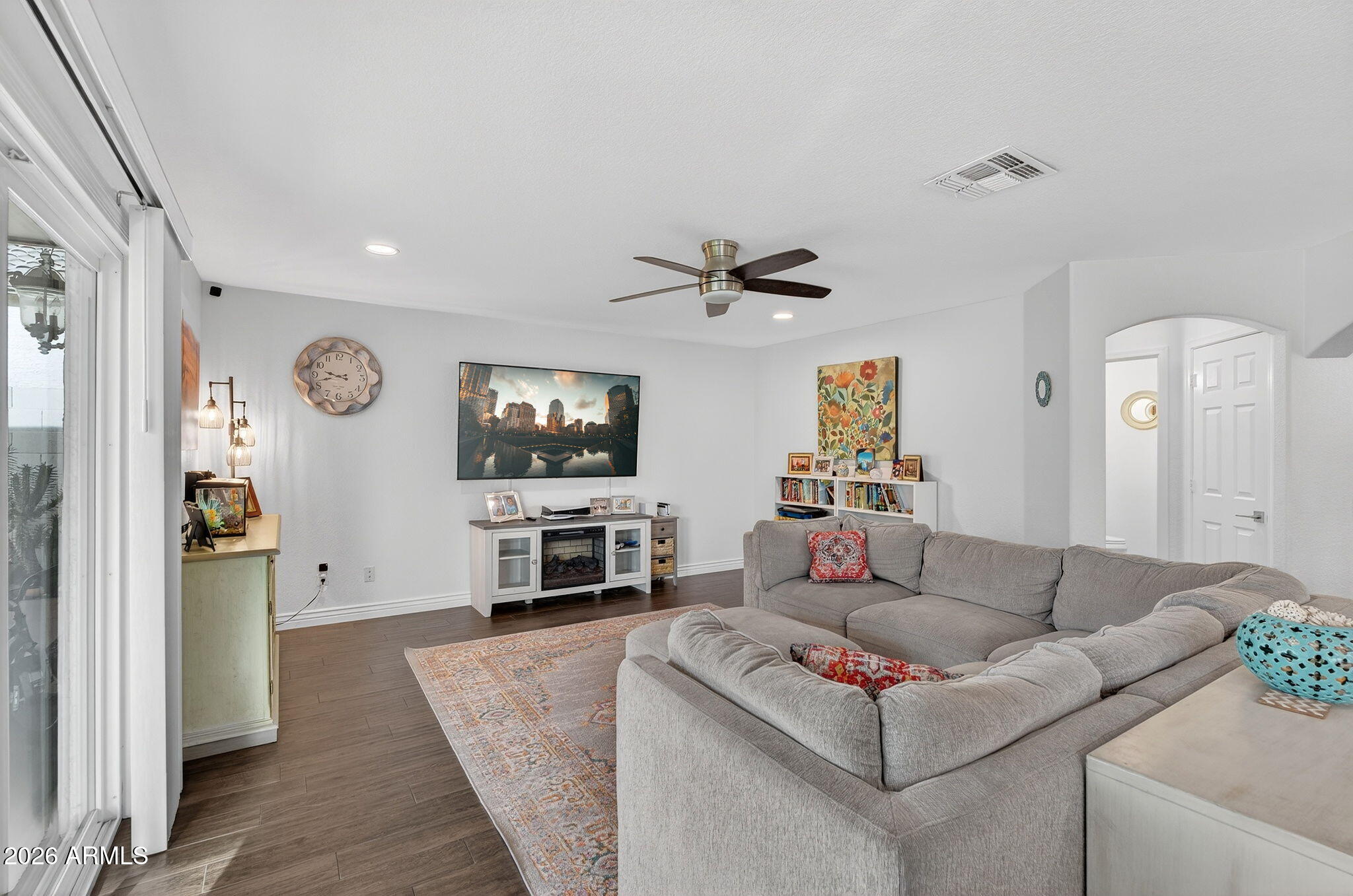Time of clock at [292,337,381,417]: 9:42
